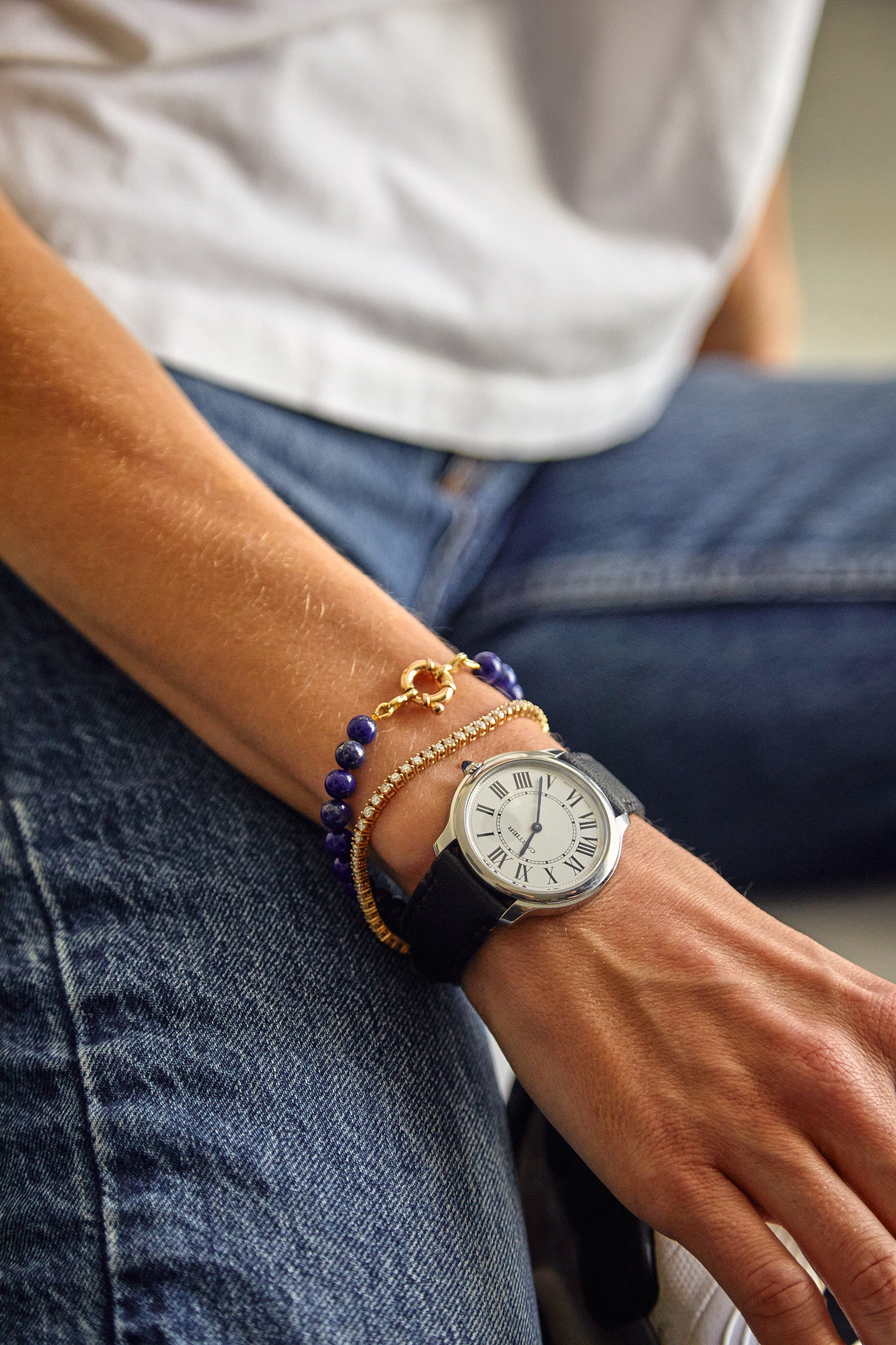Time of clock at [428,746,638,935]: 7:03
